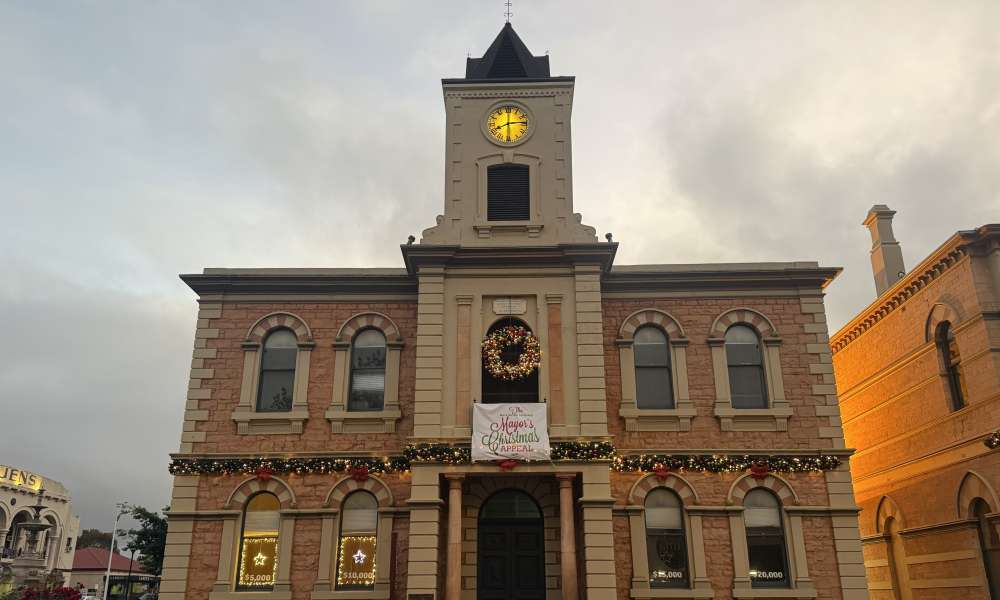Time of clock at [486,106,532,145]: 8:13
